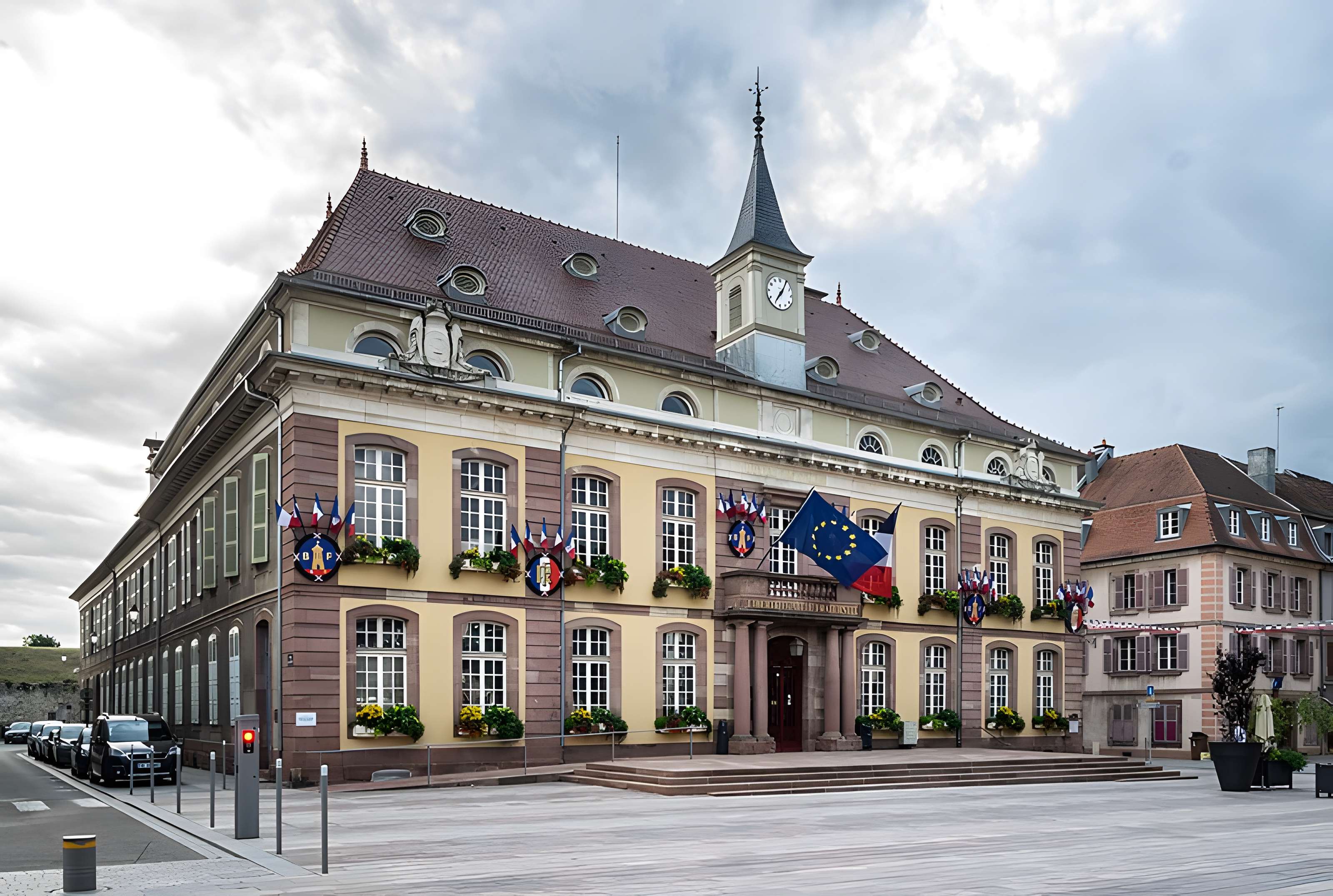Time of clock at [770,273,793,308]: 7:05
